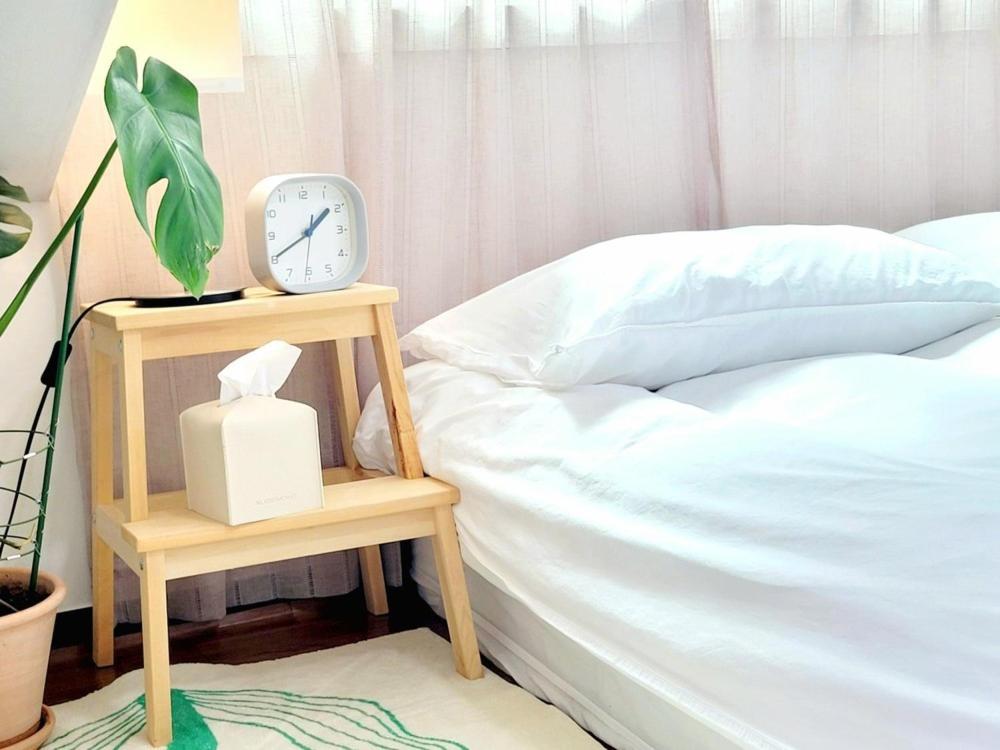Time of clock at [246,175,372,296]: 1:40
